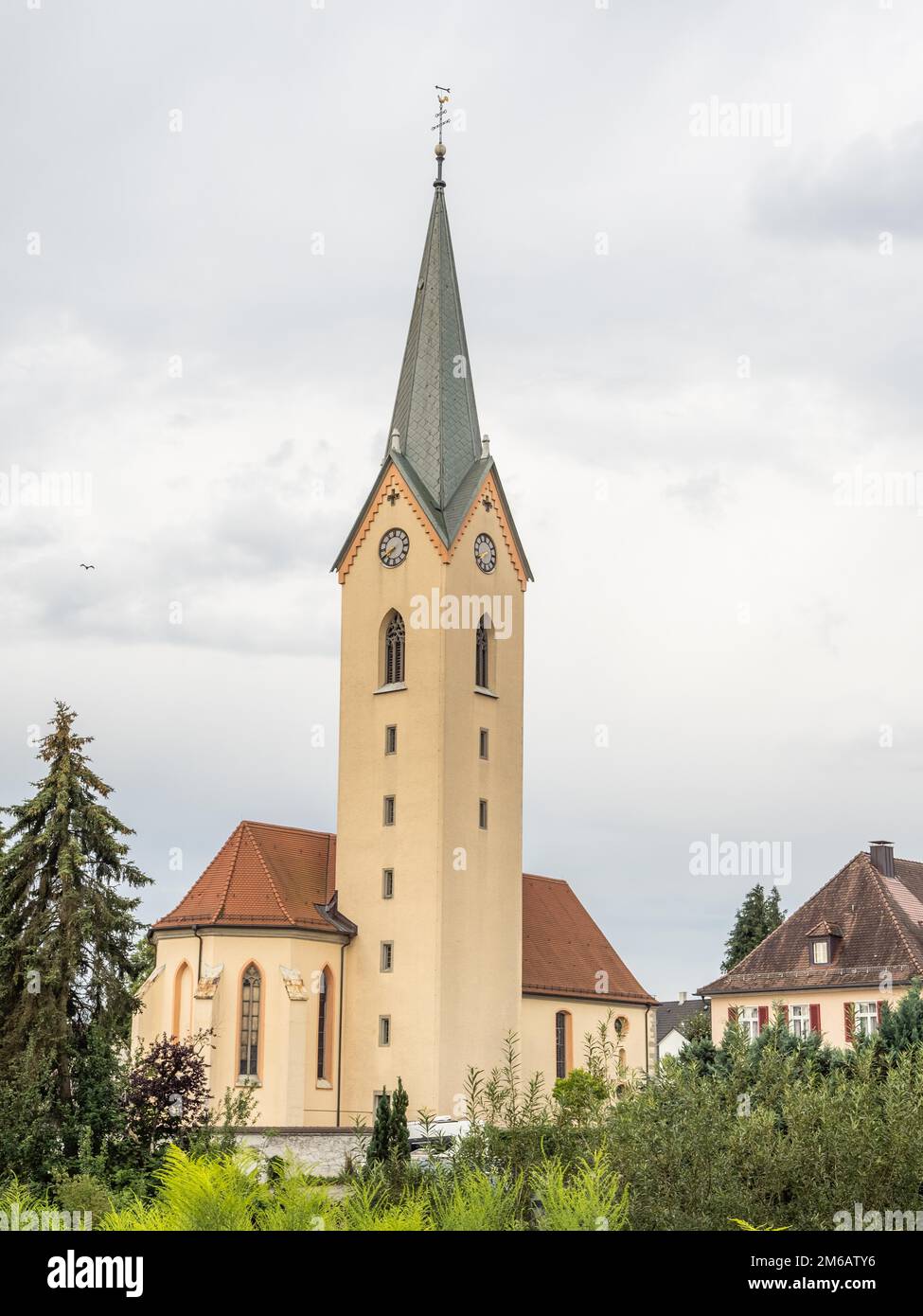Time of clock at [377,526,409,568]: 7:40
